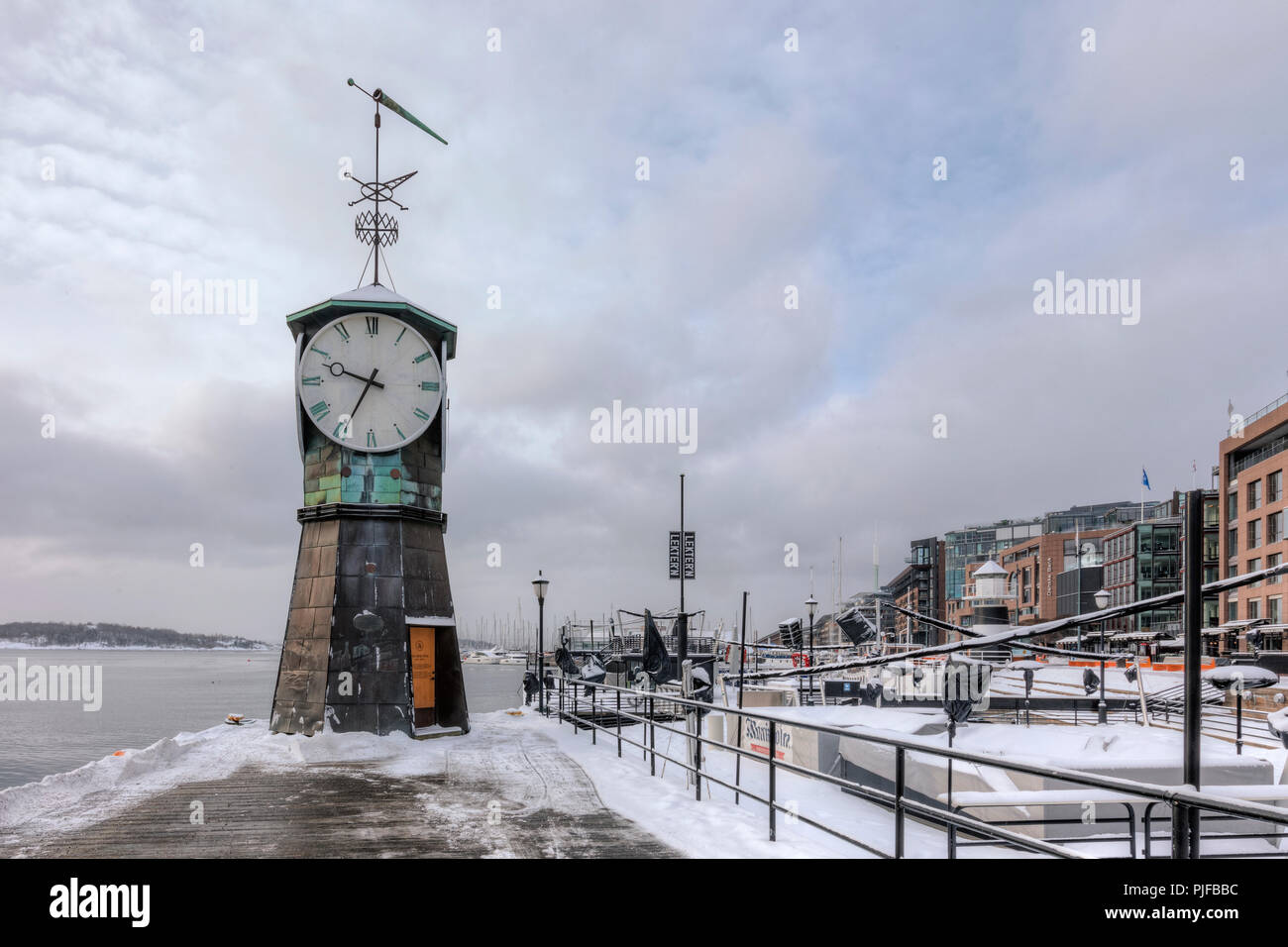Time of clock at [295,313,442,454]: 9:34
